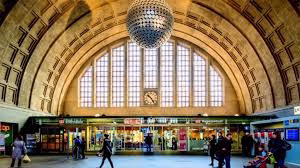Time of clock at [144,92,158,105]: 10:24
